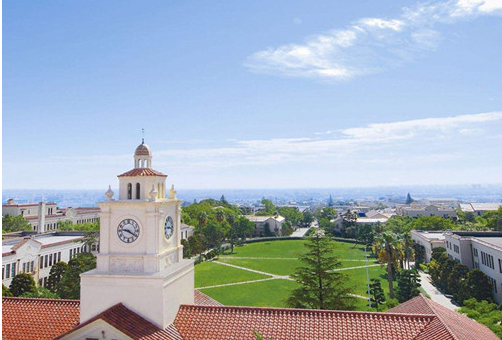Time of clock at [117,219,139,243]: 9:20
